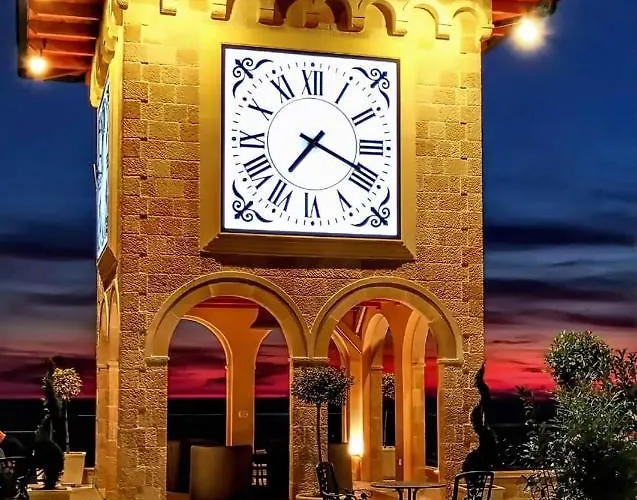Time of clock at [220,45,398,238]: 7:18
